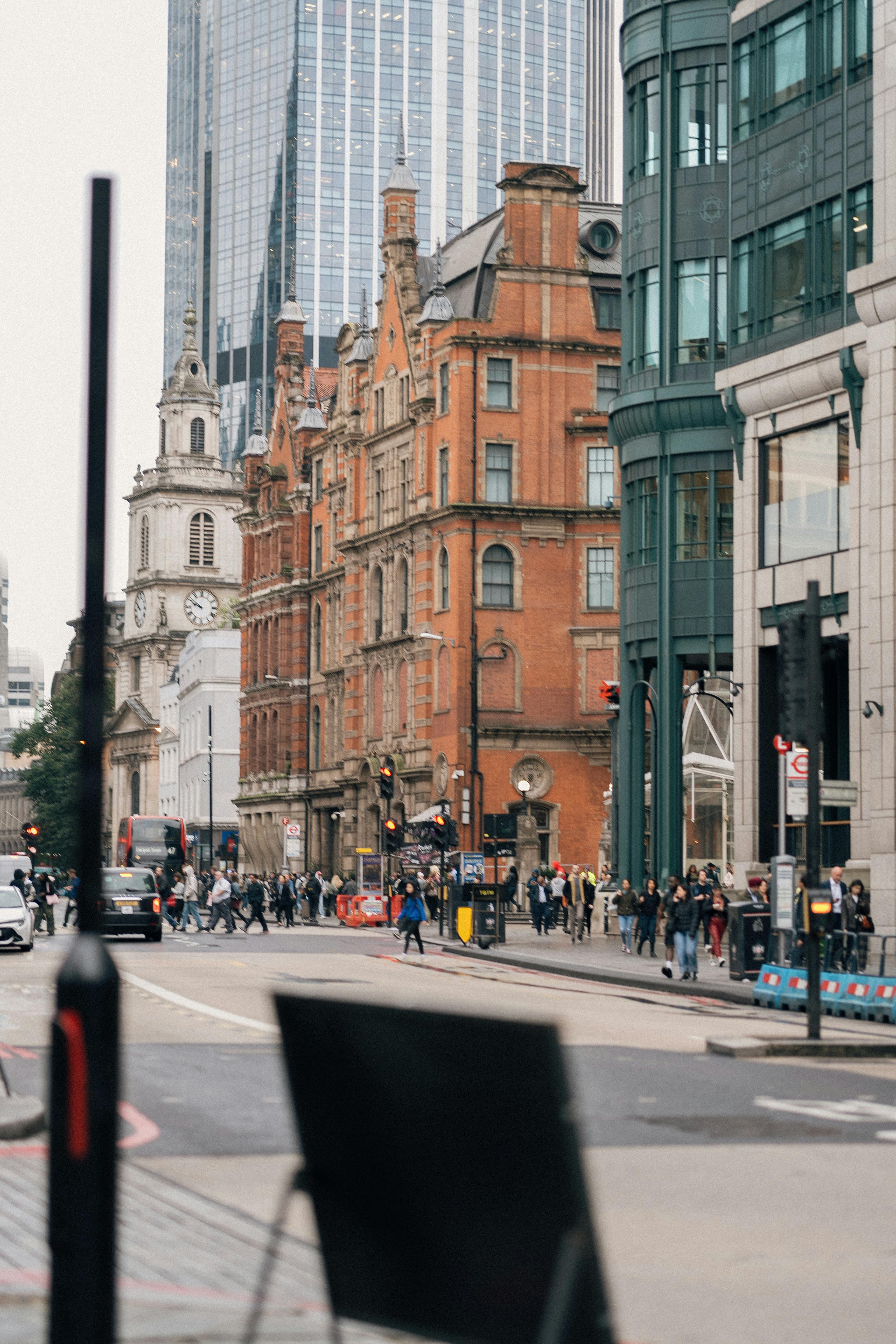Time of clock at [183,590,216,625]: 9:51
